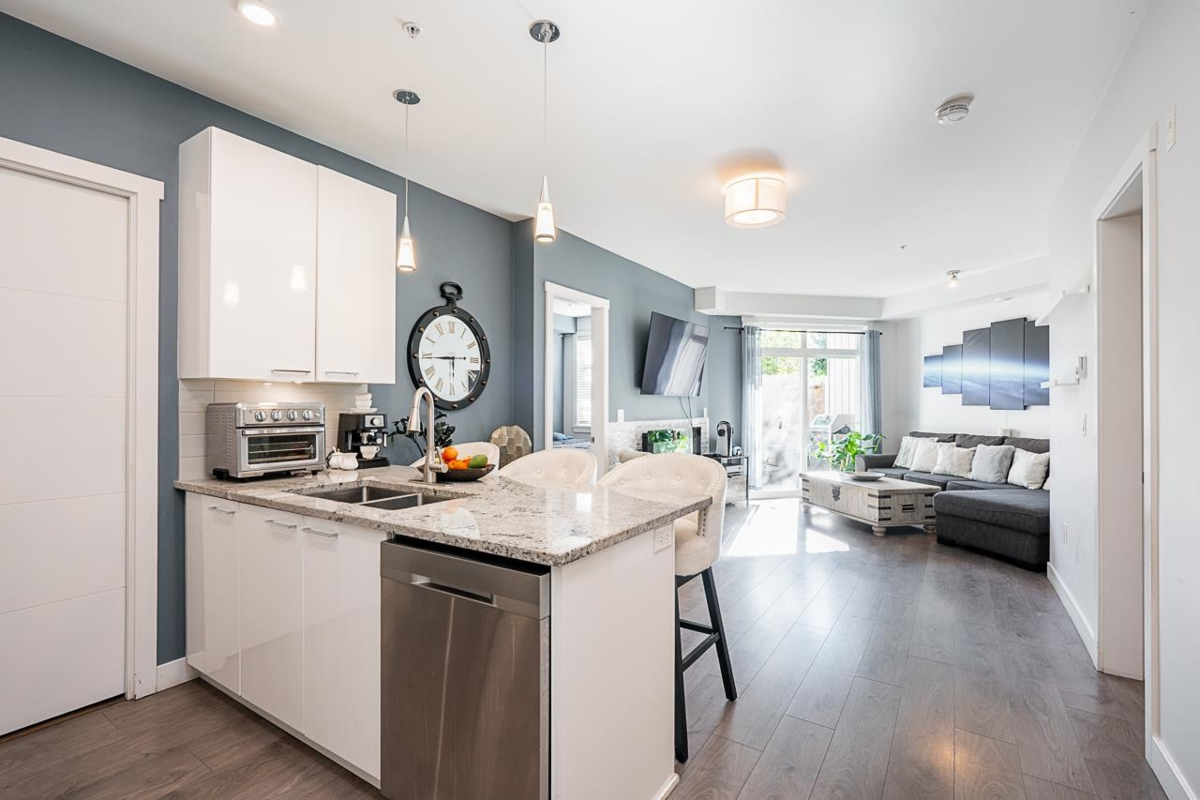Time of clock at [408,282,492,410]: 5:44
